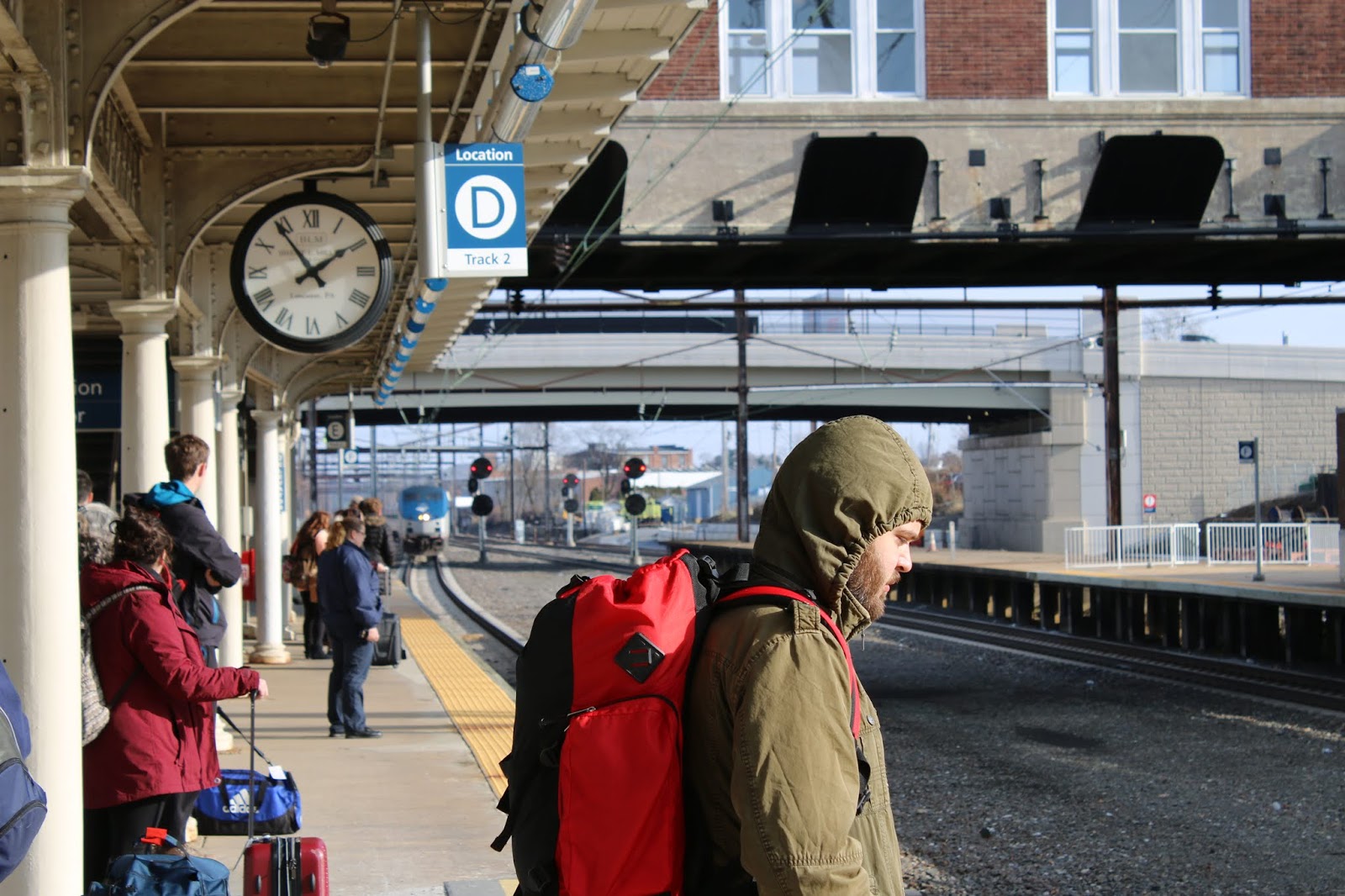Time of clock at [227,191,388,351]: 1:53
